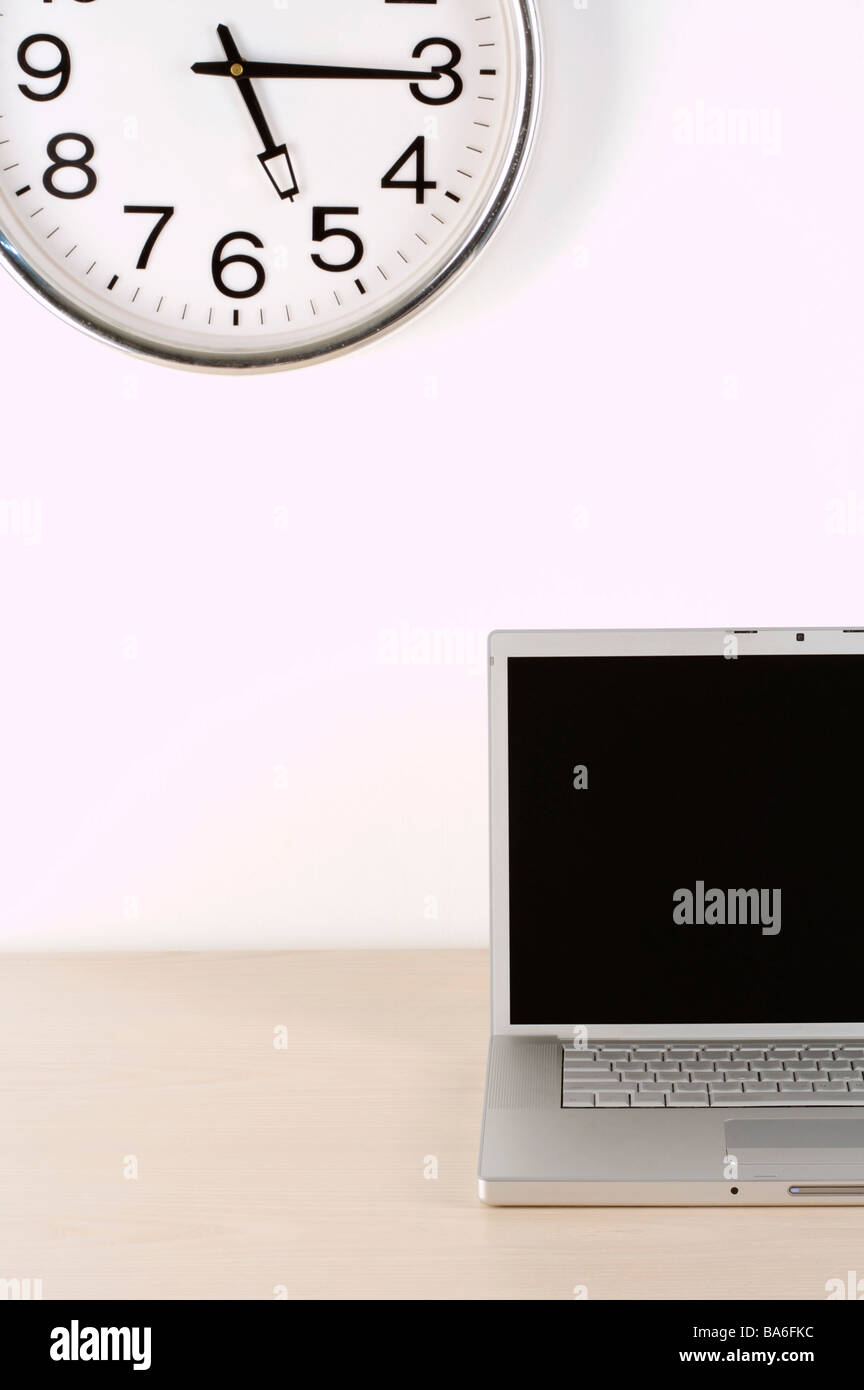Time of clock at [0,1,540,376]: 5:15
